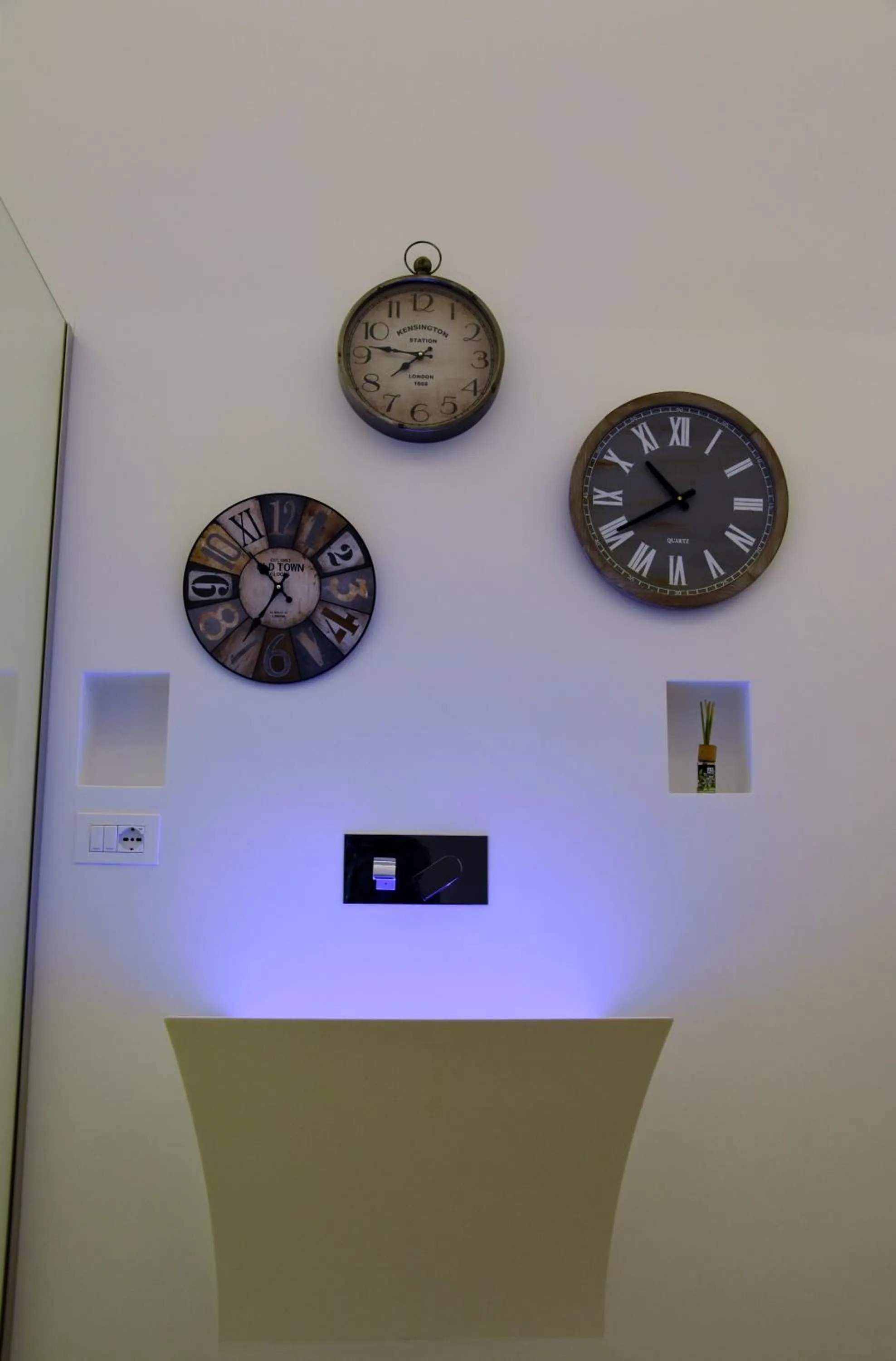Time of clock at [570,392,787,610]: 10:39
